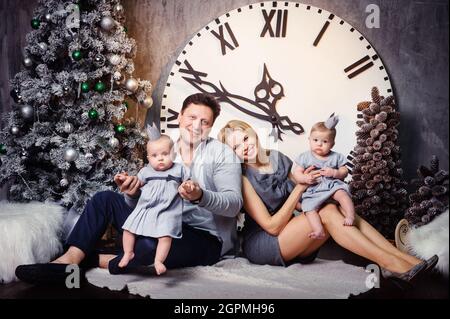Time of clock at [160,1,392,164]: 11:48
